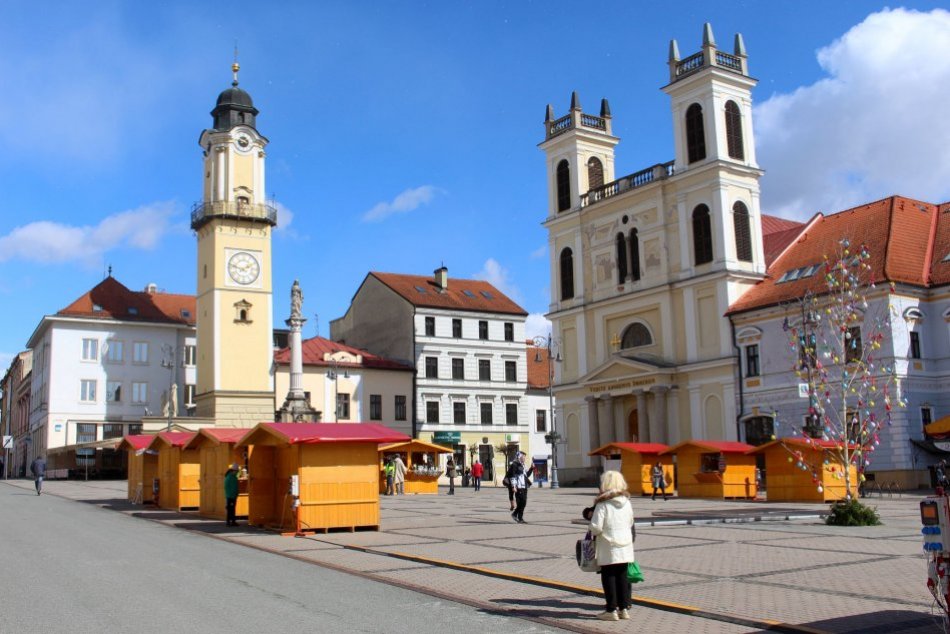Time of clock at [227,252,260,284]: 1:47
